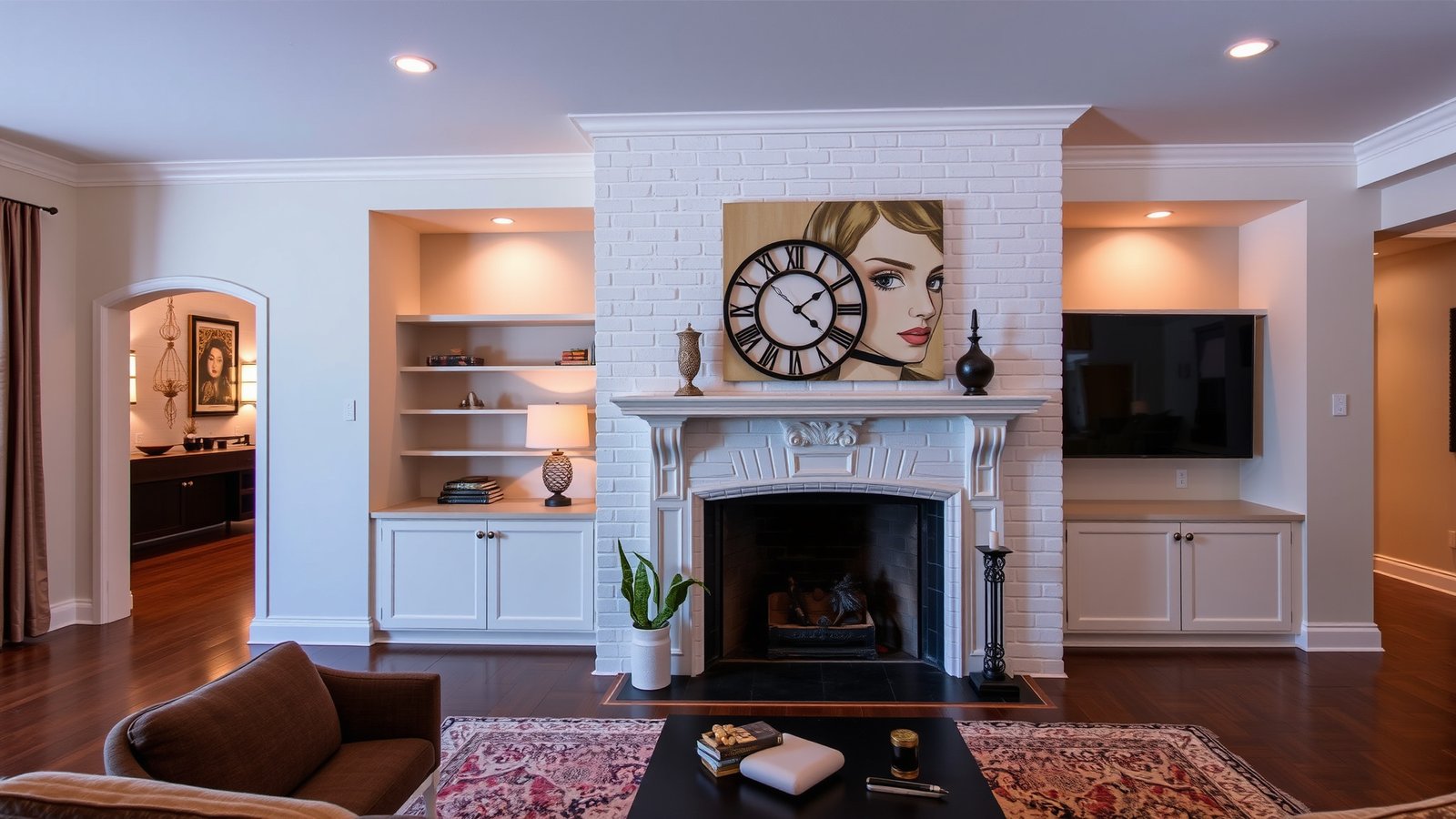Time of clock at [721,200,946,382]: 4:09
